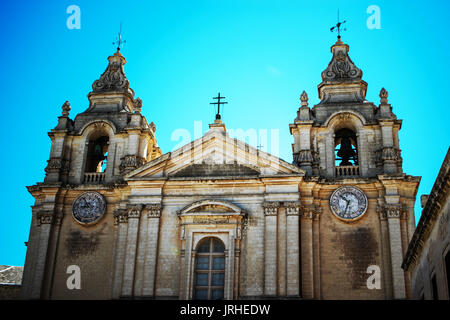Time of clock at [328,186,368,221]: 10:33
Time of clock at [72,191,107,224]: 8:54
